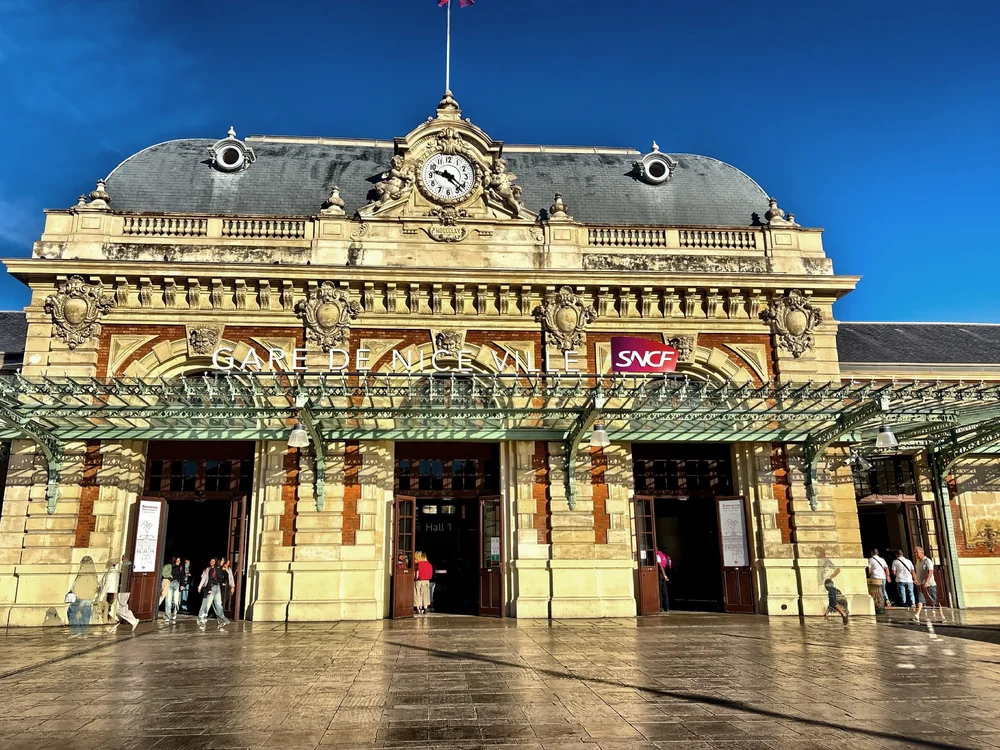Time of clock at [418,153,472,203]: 9:22
